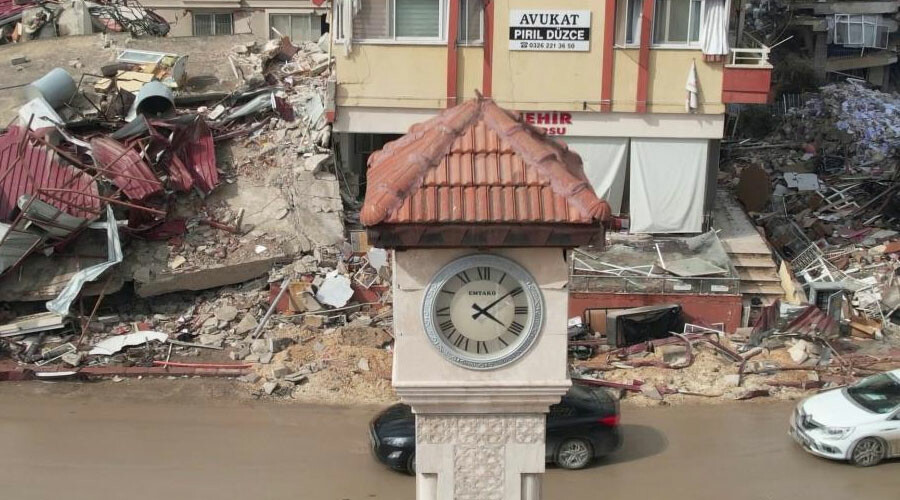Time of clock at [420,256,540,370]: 4:09
